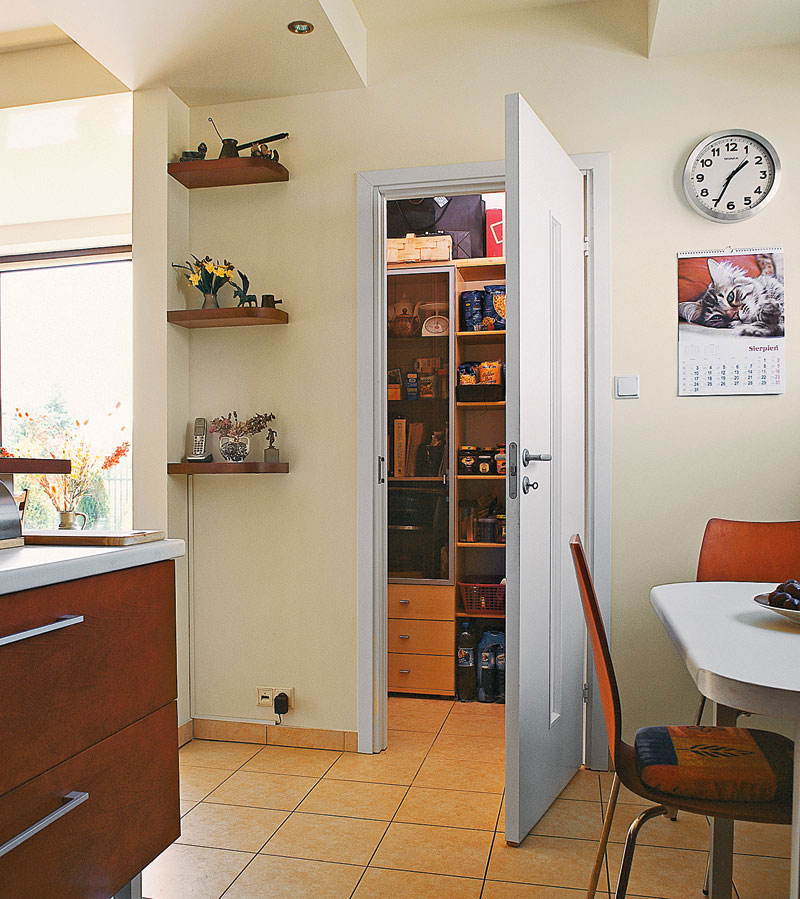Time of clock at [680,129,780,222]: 1:34
